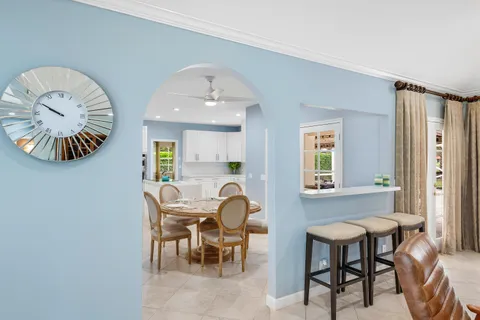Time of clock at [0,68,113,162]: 9:50
